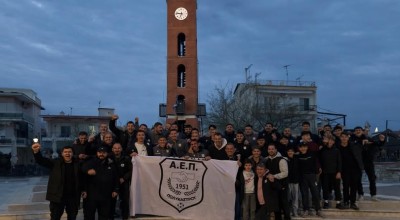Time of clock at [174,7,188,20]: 6:47
